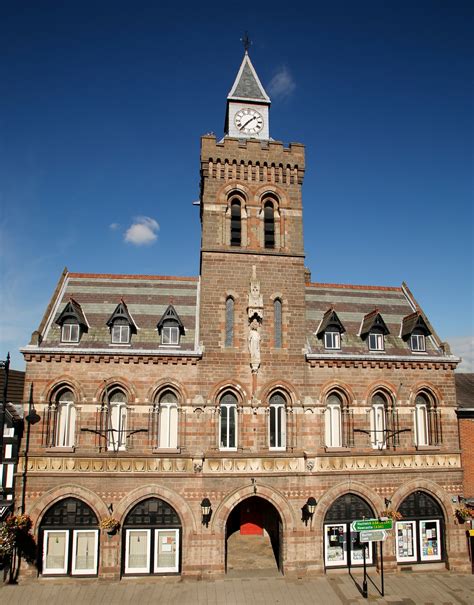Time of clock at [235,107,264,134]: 1:36
